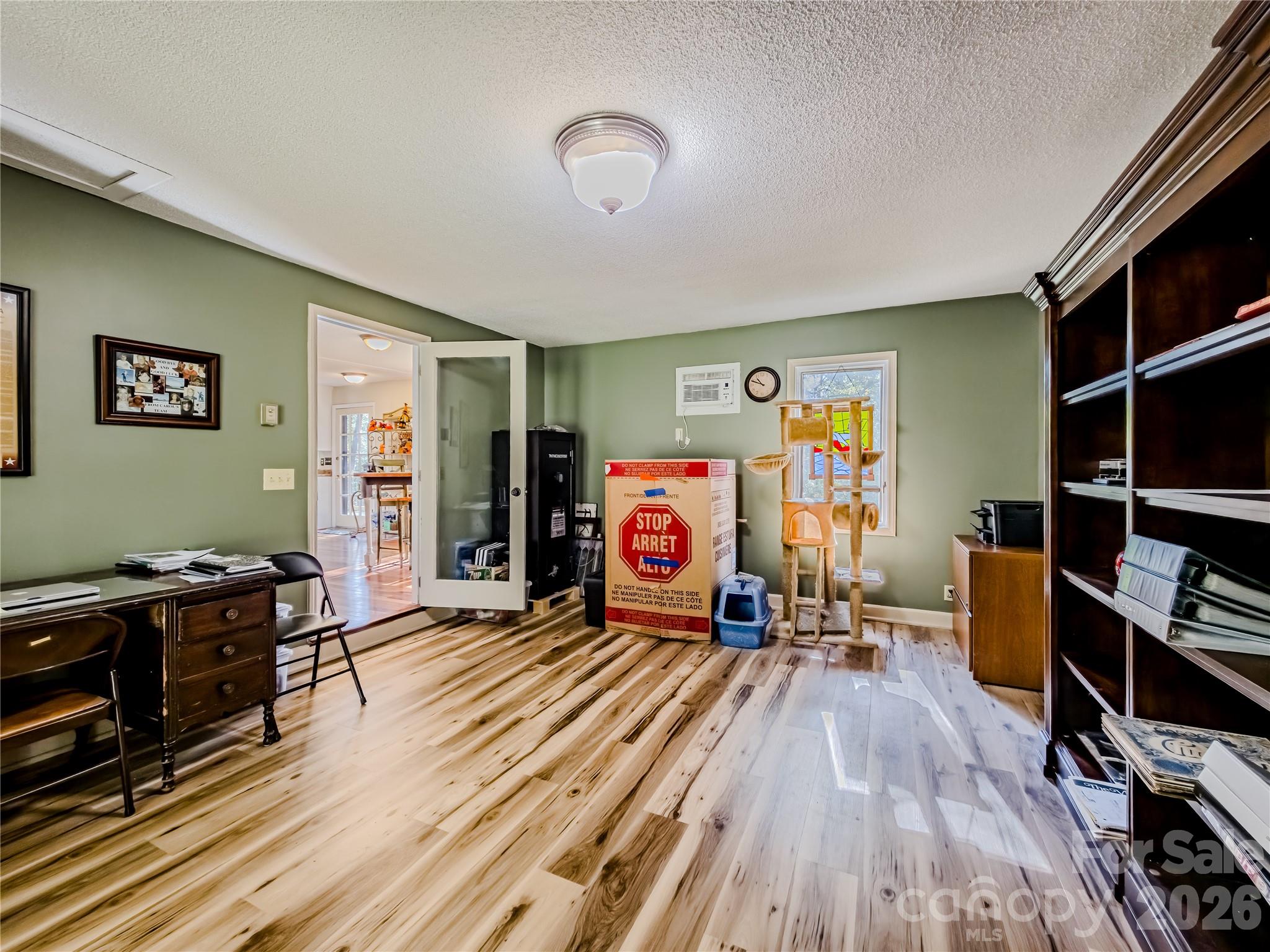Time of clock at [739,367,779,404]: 10:48
